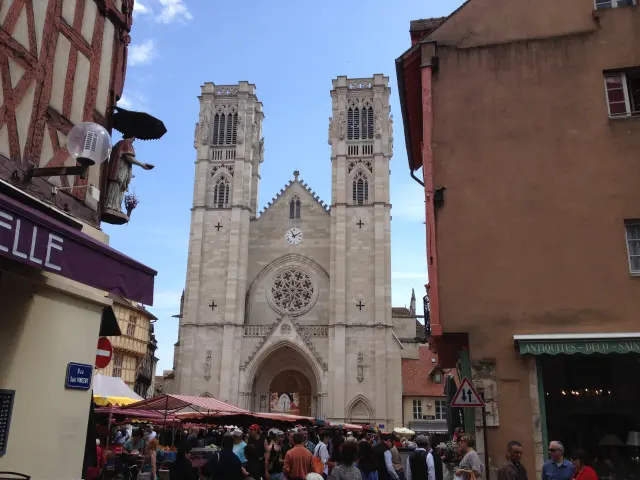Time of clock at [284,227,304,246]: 11:10
